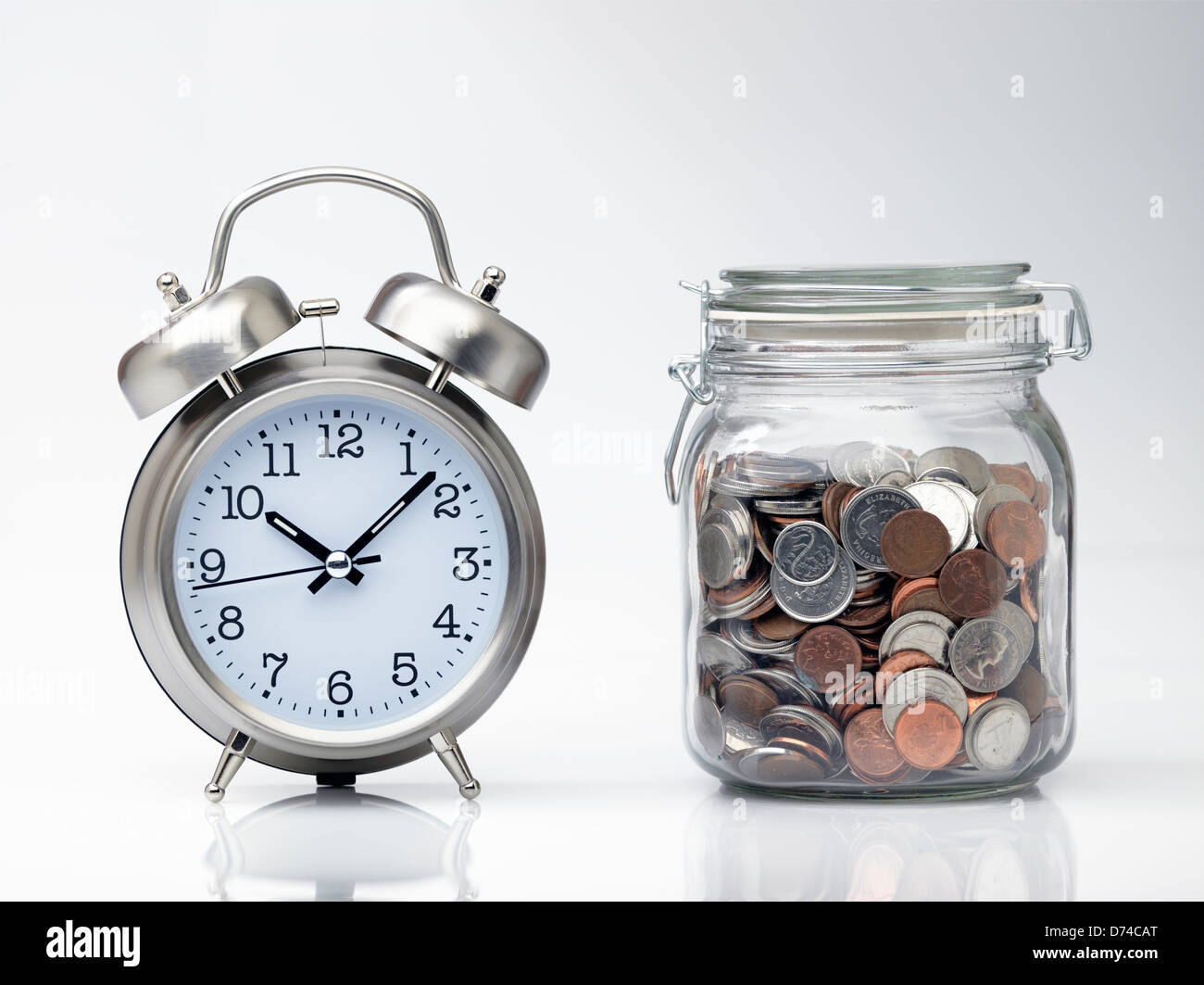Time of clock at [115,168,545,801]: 10:07
